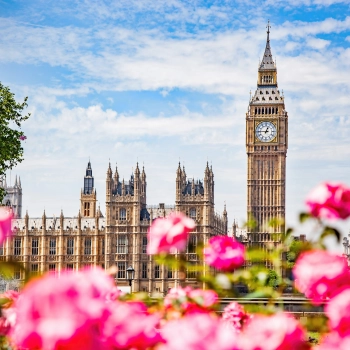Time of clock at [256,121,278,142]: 12:45
